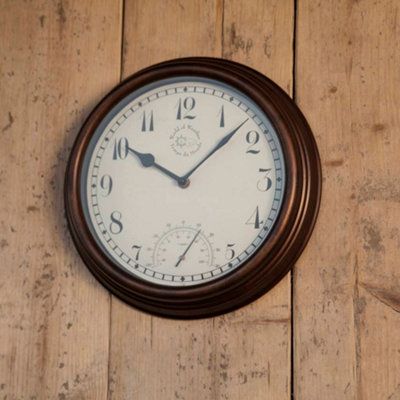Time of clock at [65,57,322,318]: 10:07
